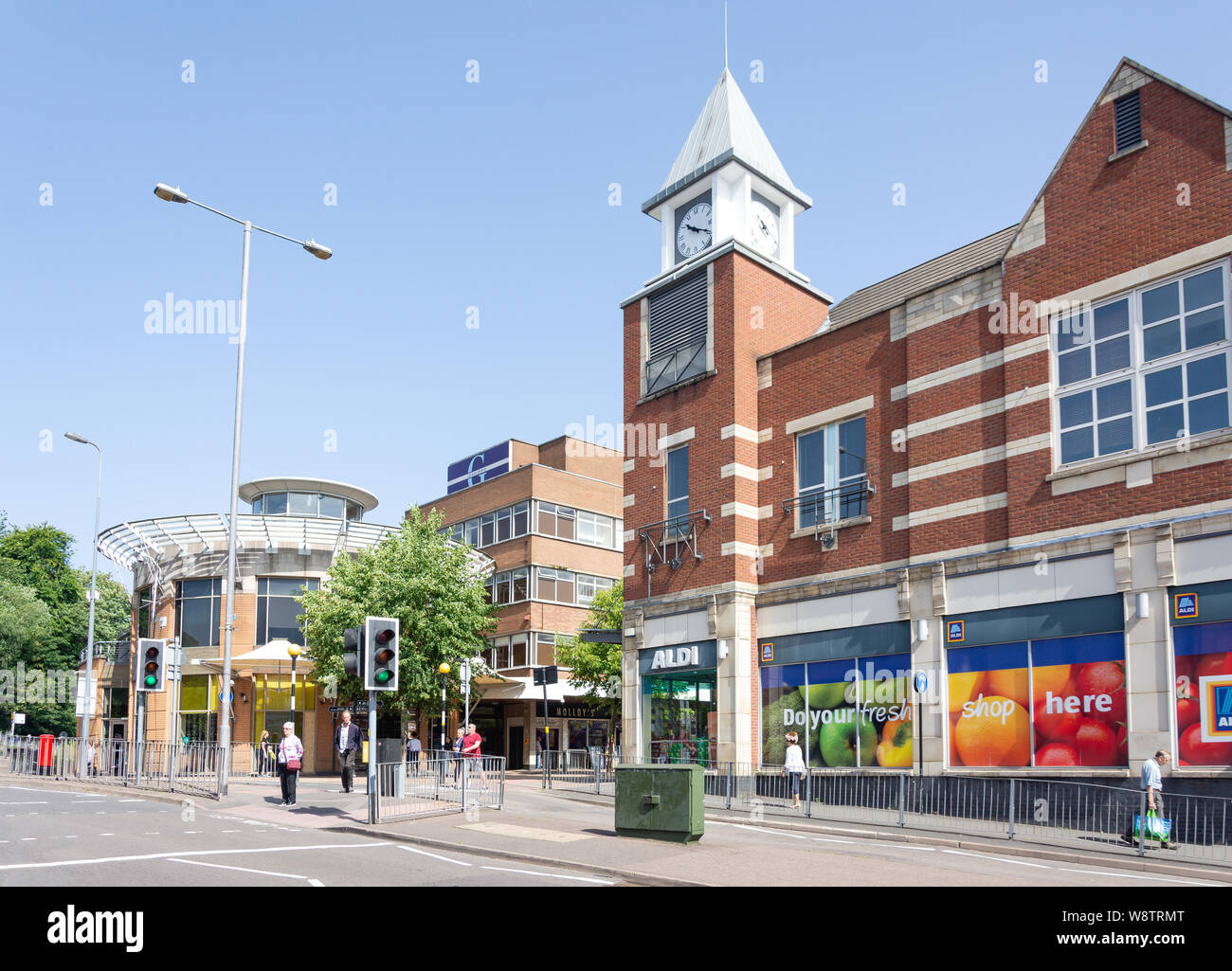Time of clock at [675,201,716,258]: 10:19
